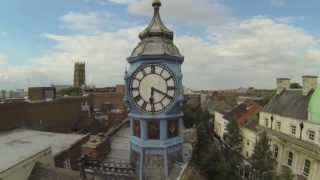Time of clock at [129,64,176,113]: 6:19
